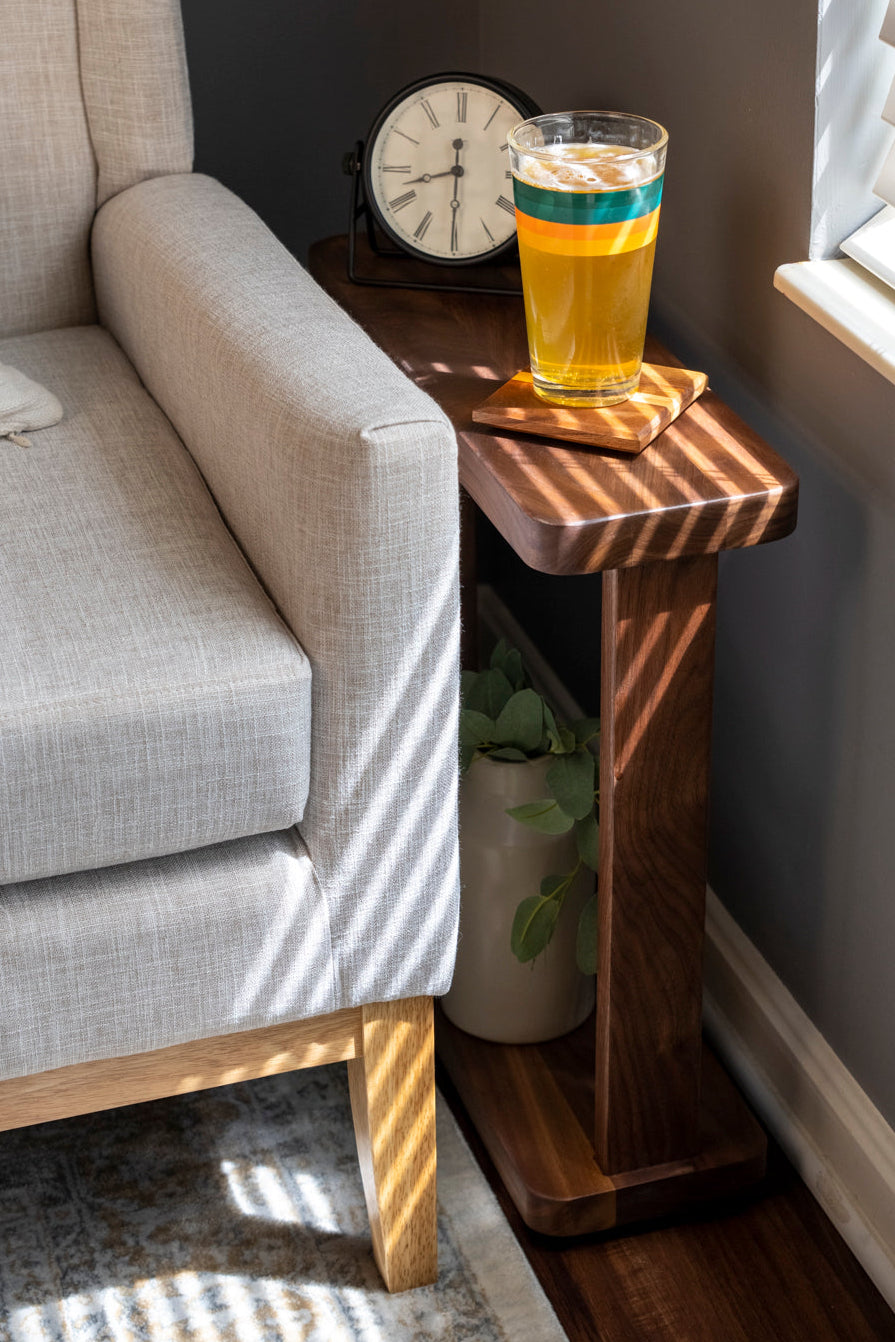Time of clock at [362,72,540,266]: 8:29
